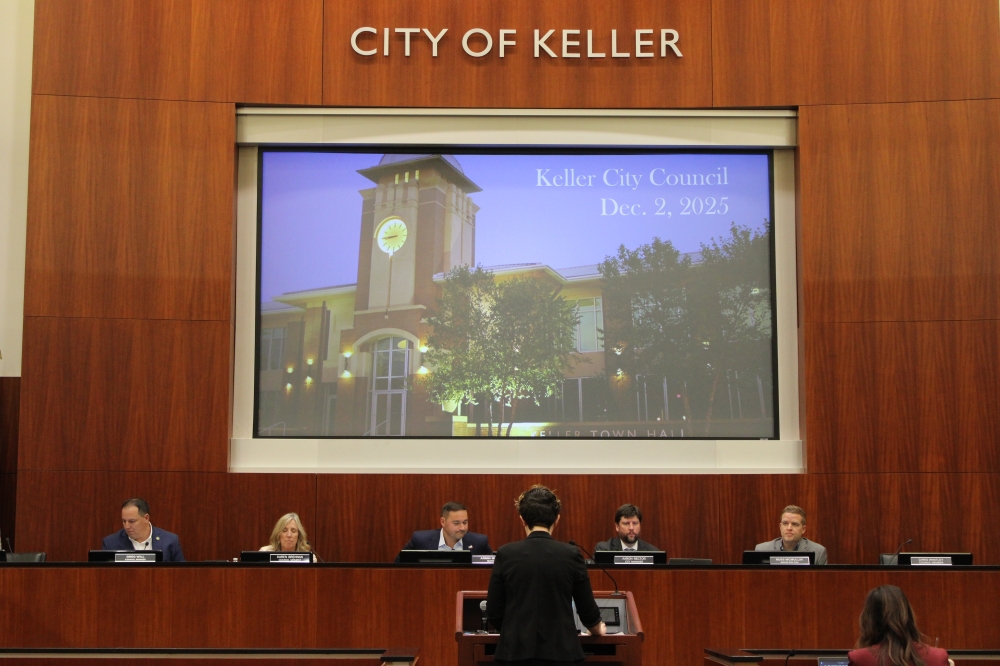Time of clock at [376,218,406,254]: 8:44
